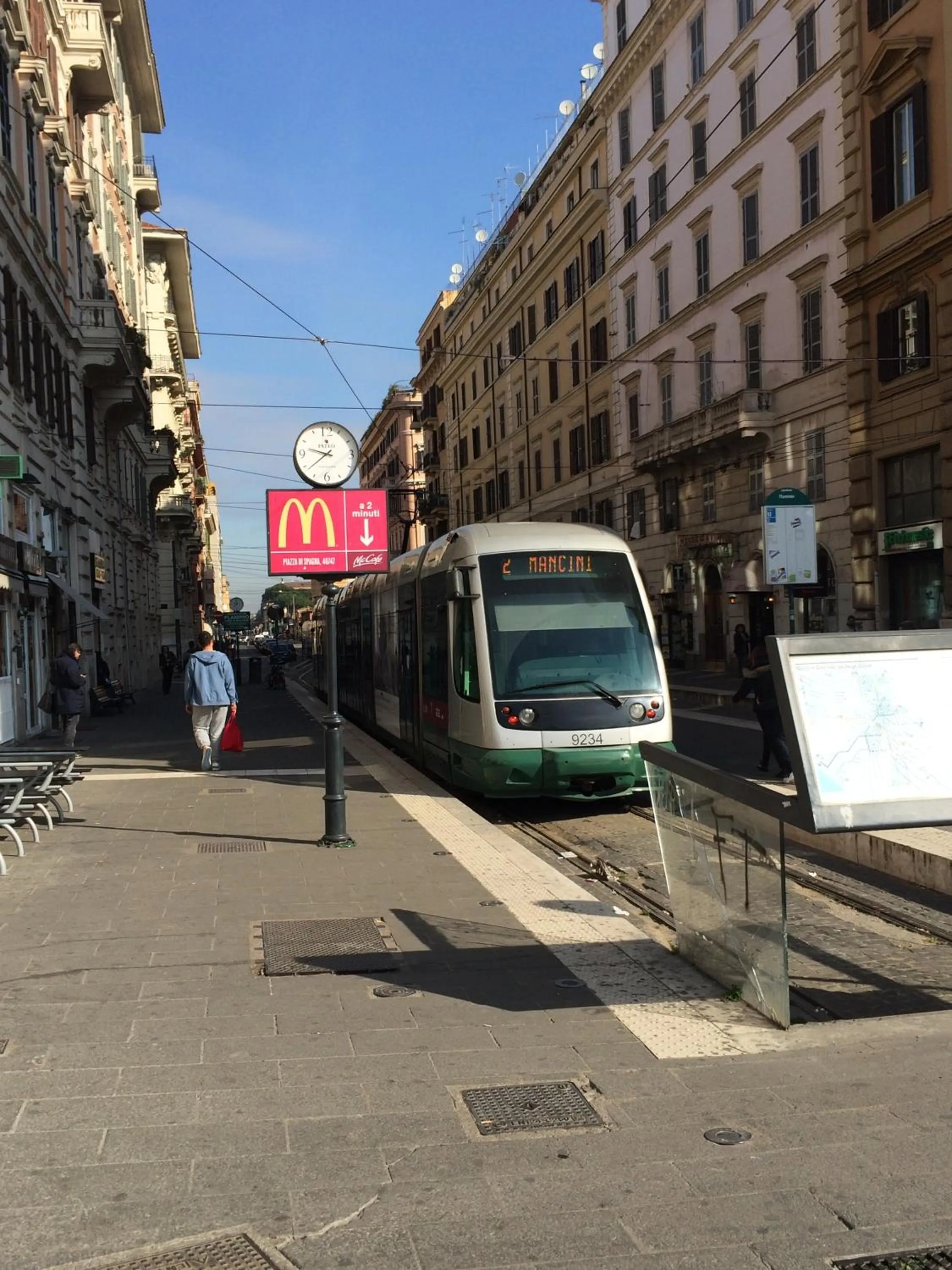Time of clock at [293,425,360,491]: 9:38
